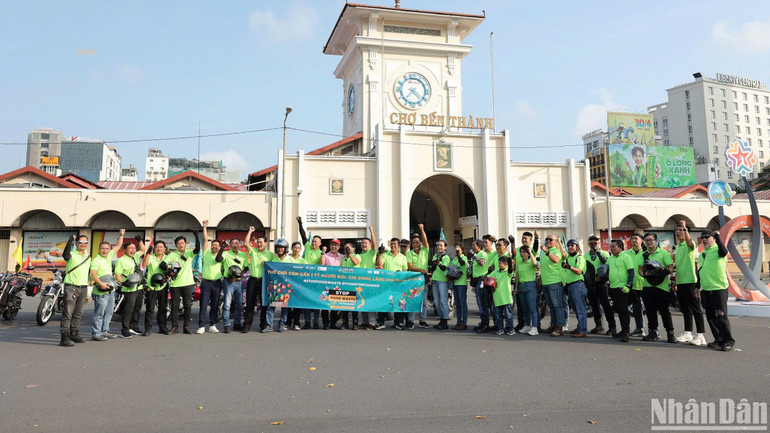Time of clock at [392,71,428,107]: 7:22
